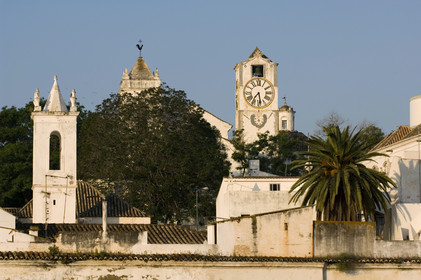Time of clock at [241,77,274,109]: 7:28
